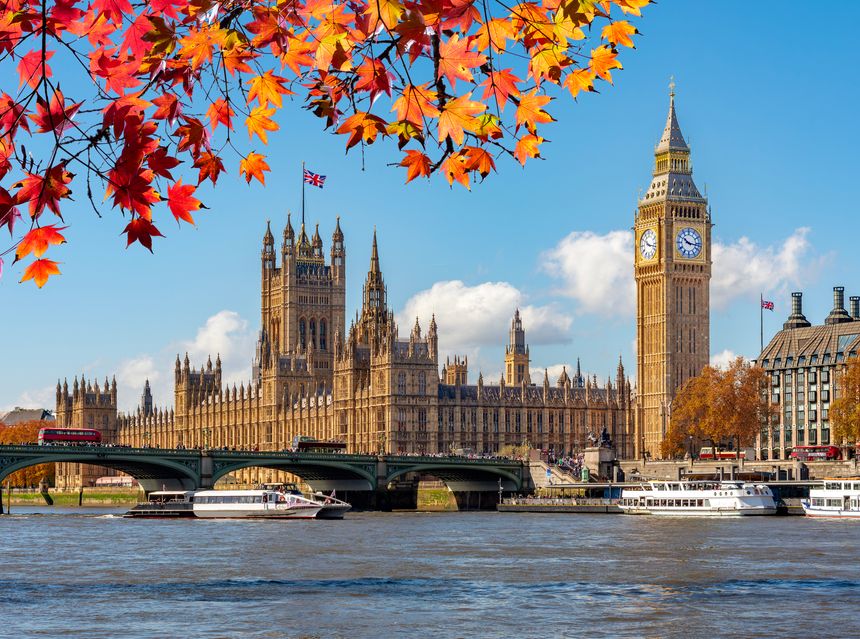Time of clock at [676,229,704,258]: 10:16
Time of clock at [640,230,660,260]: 10:17
